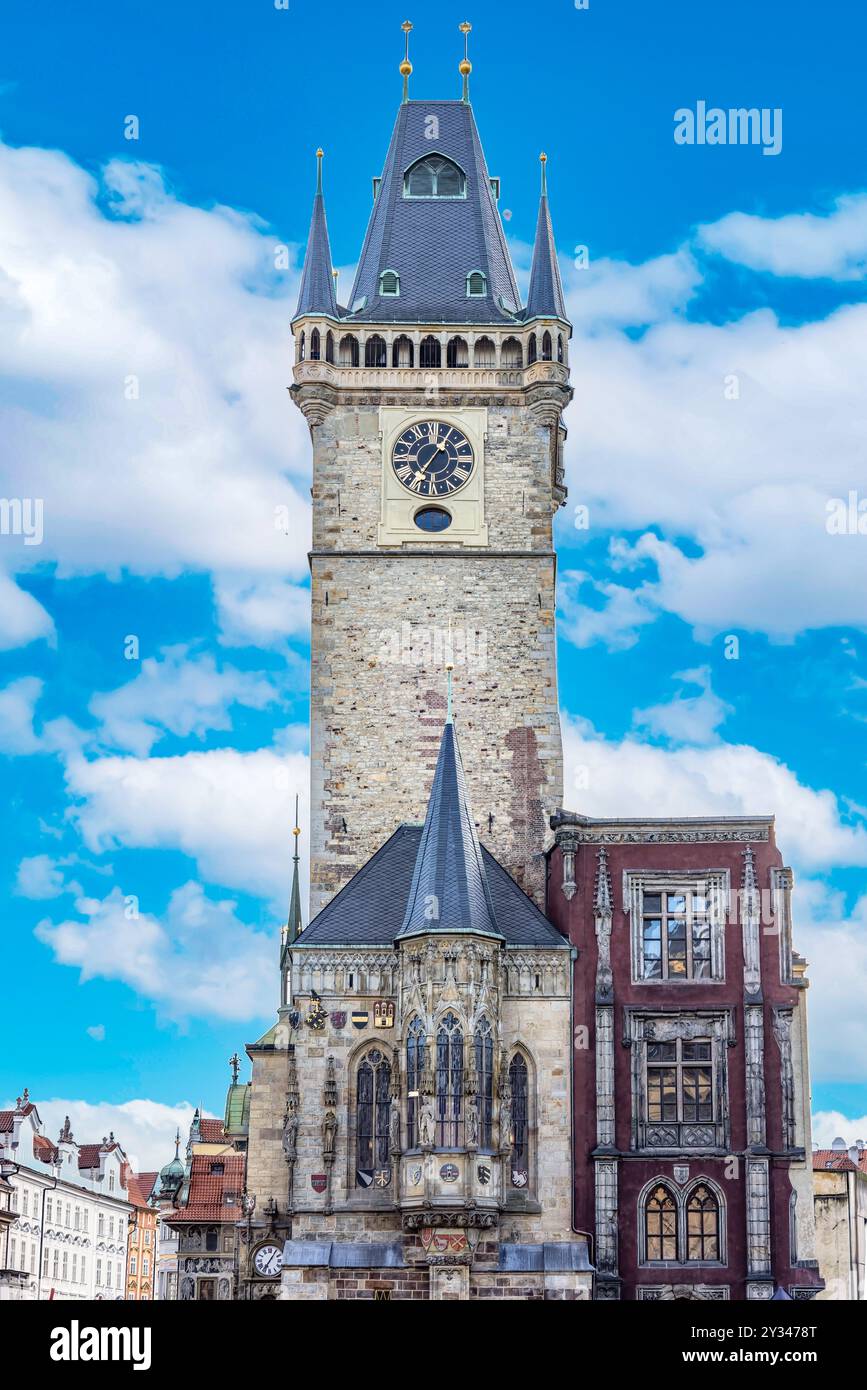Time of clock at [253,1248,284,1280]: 7:06
